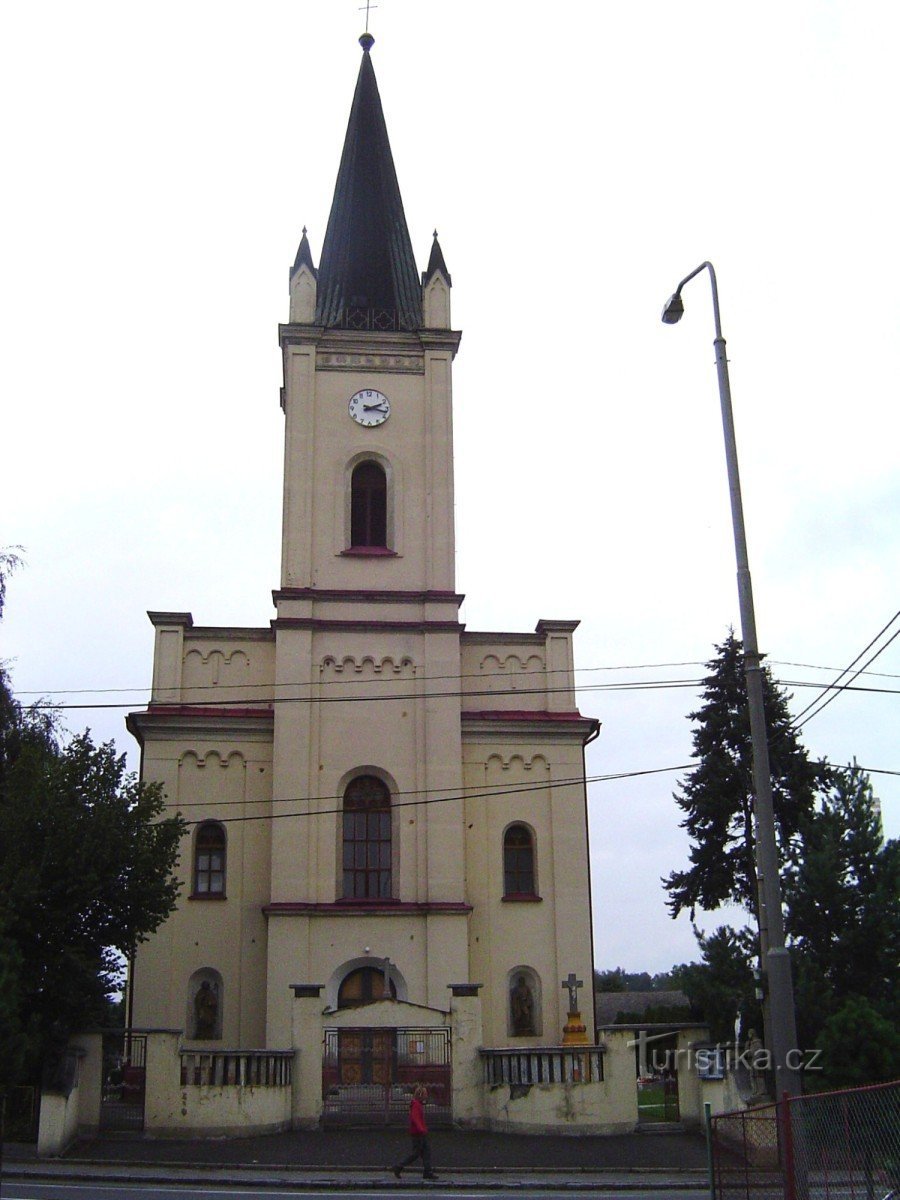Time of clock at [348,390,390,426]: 2:17
